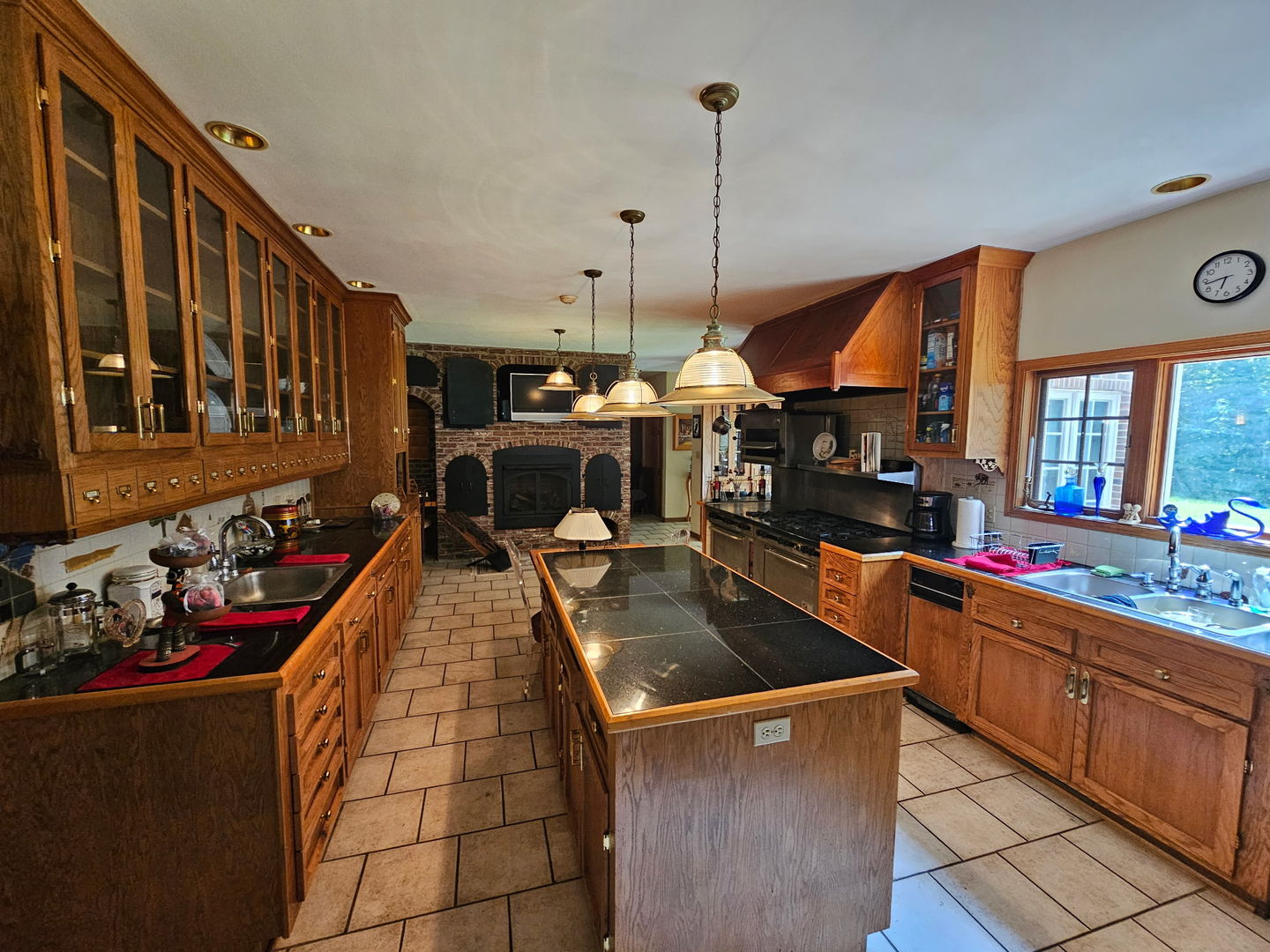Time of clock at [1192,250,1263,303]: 6:43
